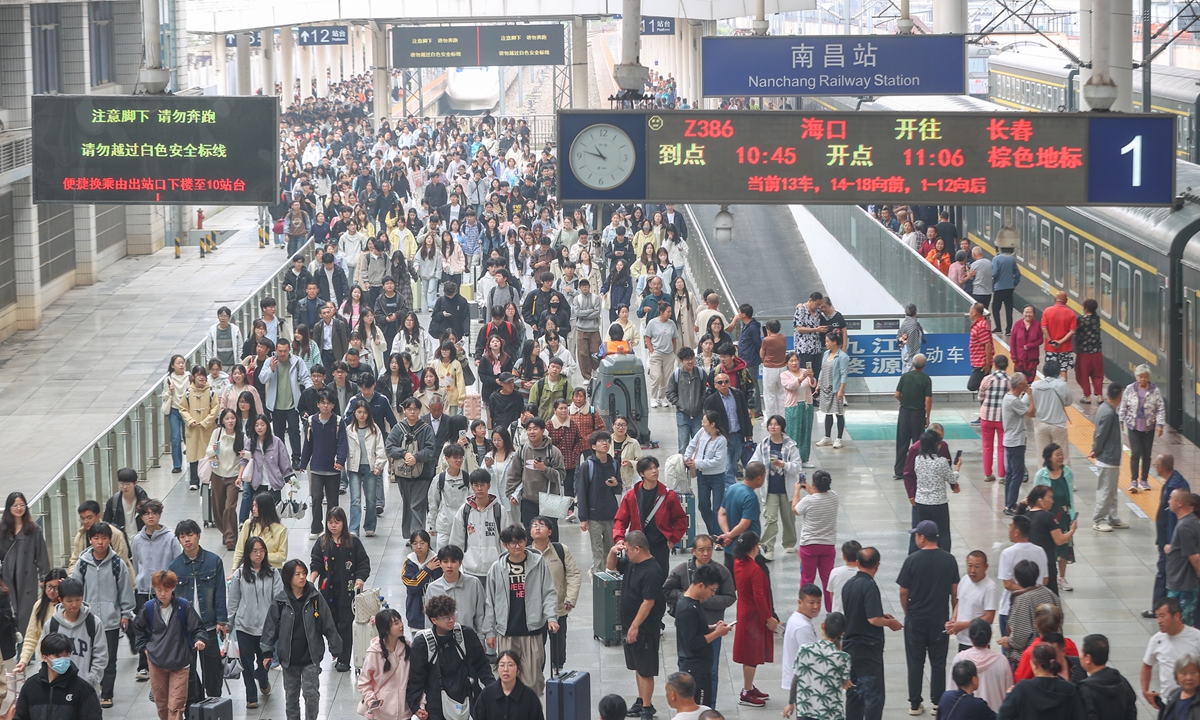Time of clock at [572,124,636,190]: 10:47
